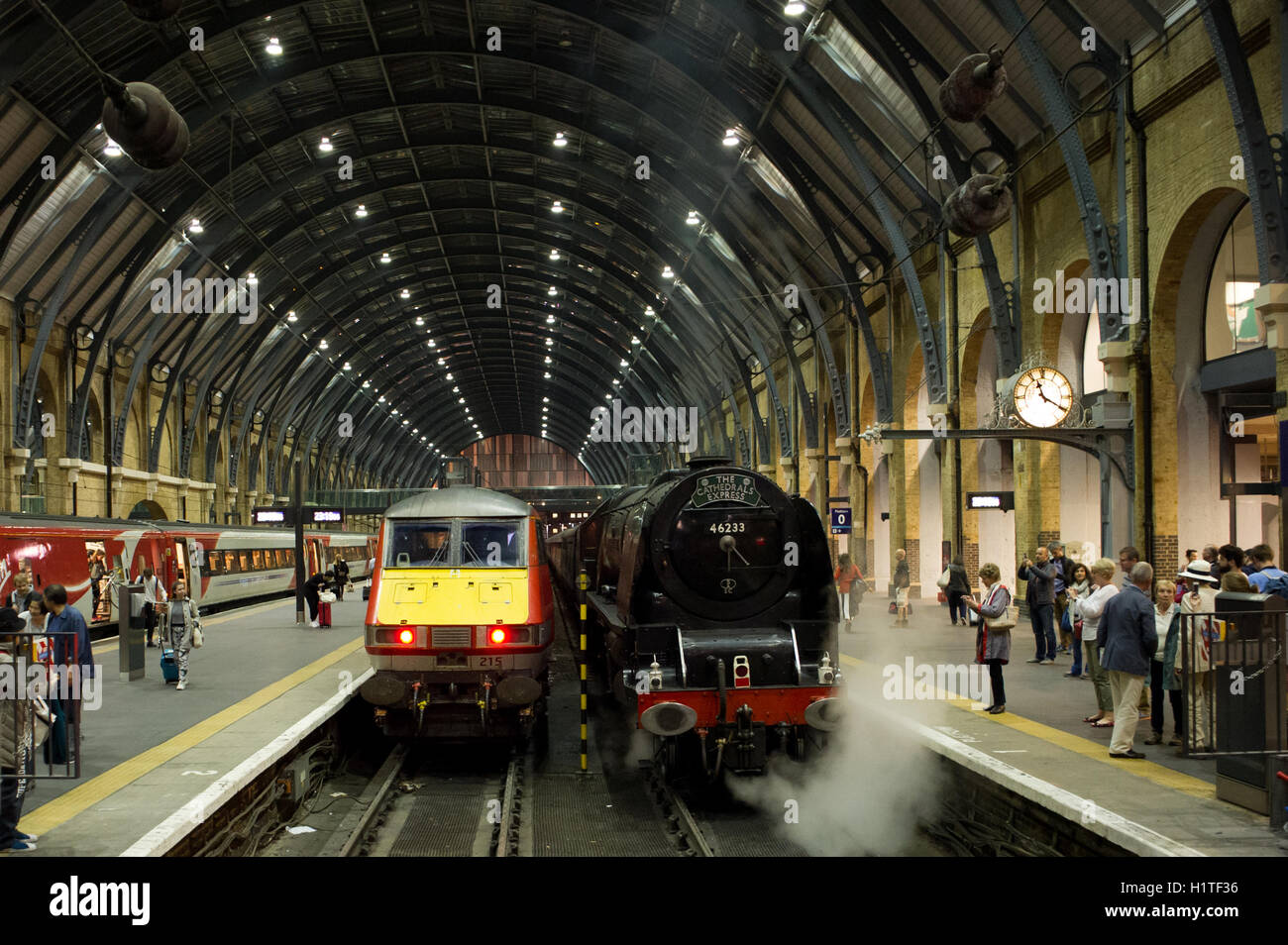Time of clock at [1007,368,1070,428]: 11:20
